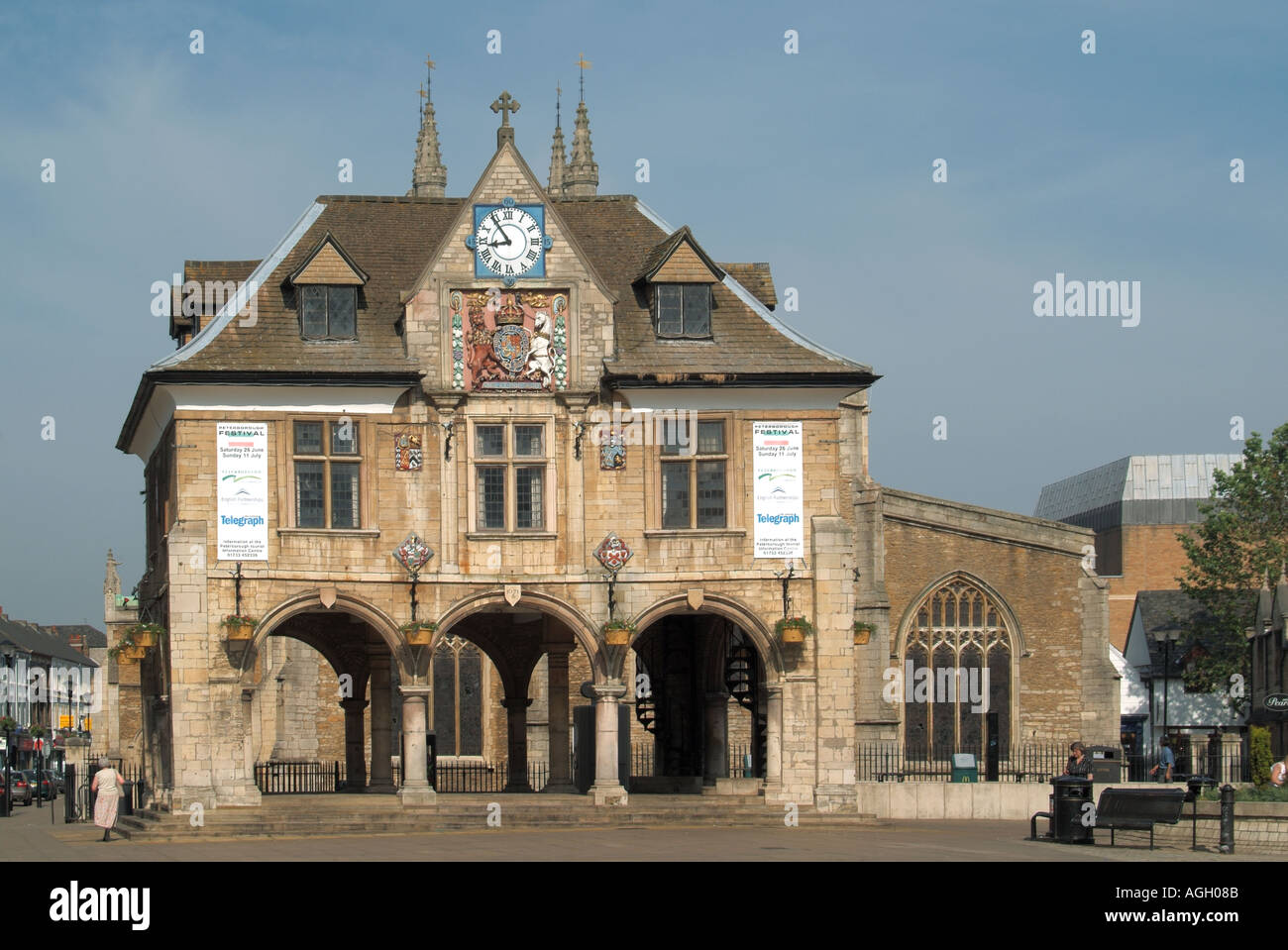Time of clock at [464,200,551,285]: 8:54
